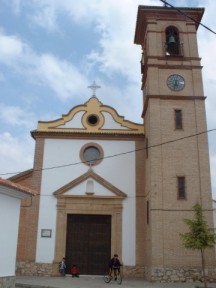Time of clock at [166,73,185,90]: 5:31
